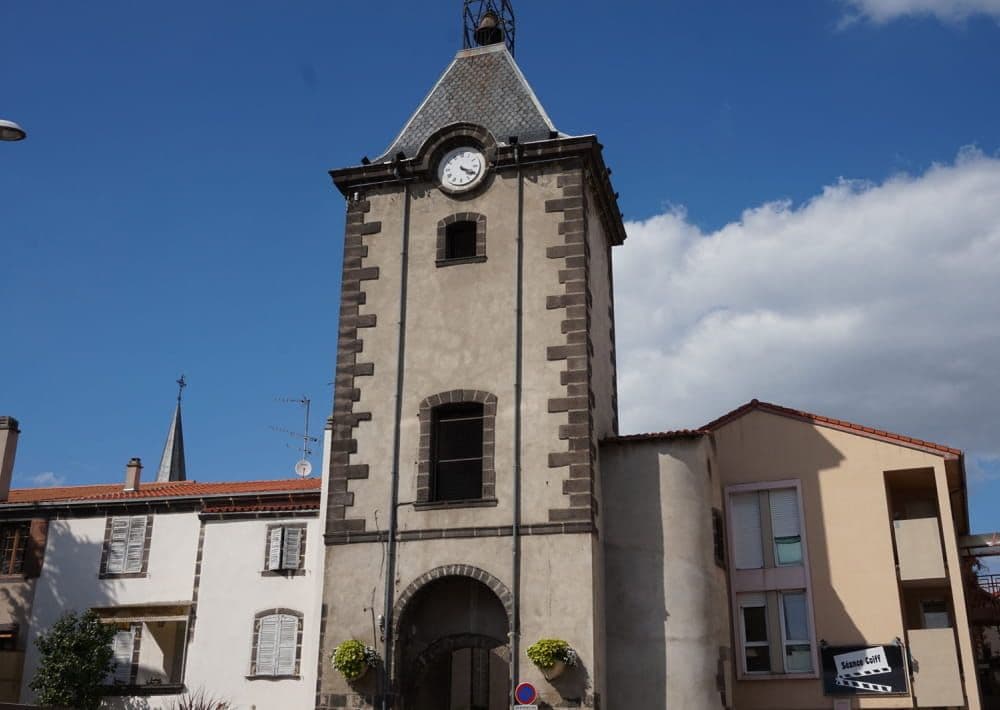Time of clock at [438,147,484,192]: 4:19
